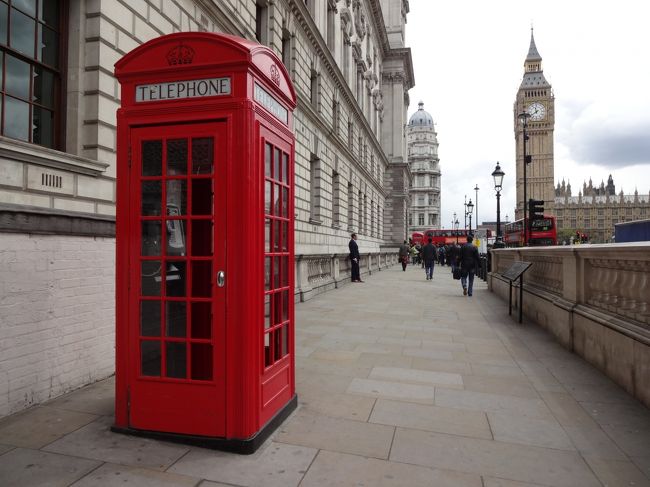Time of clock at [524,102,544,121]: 11:39
